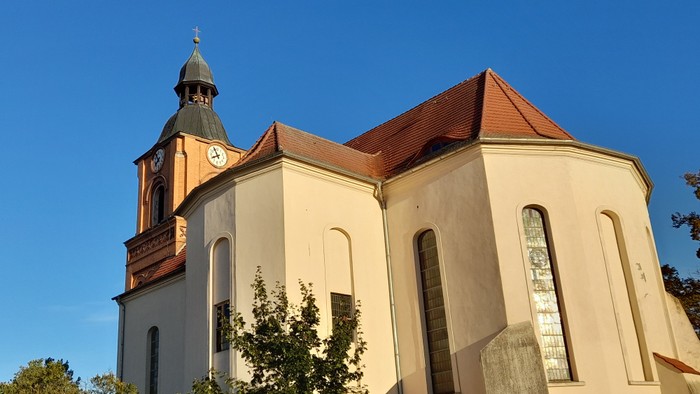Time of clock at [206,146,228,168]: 7:55
